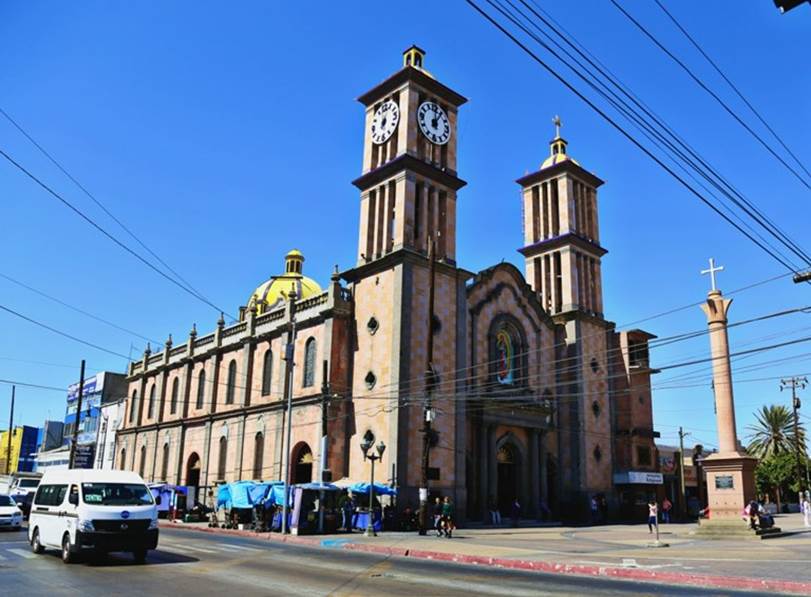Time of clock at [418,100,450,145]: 12:05
